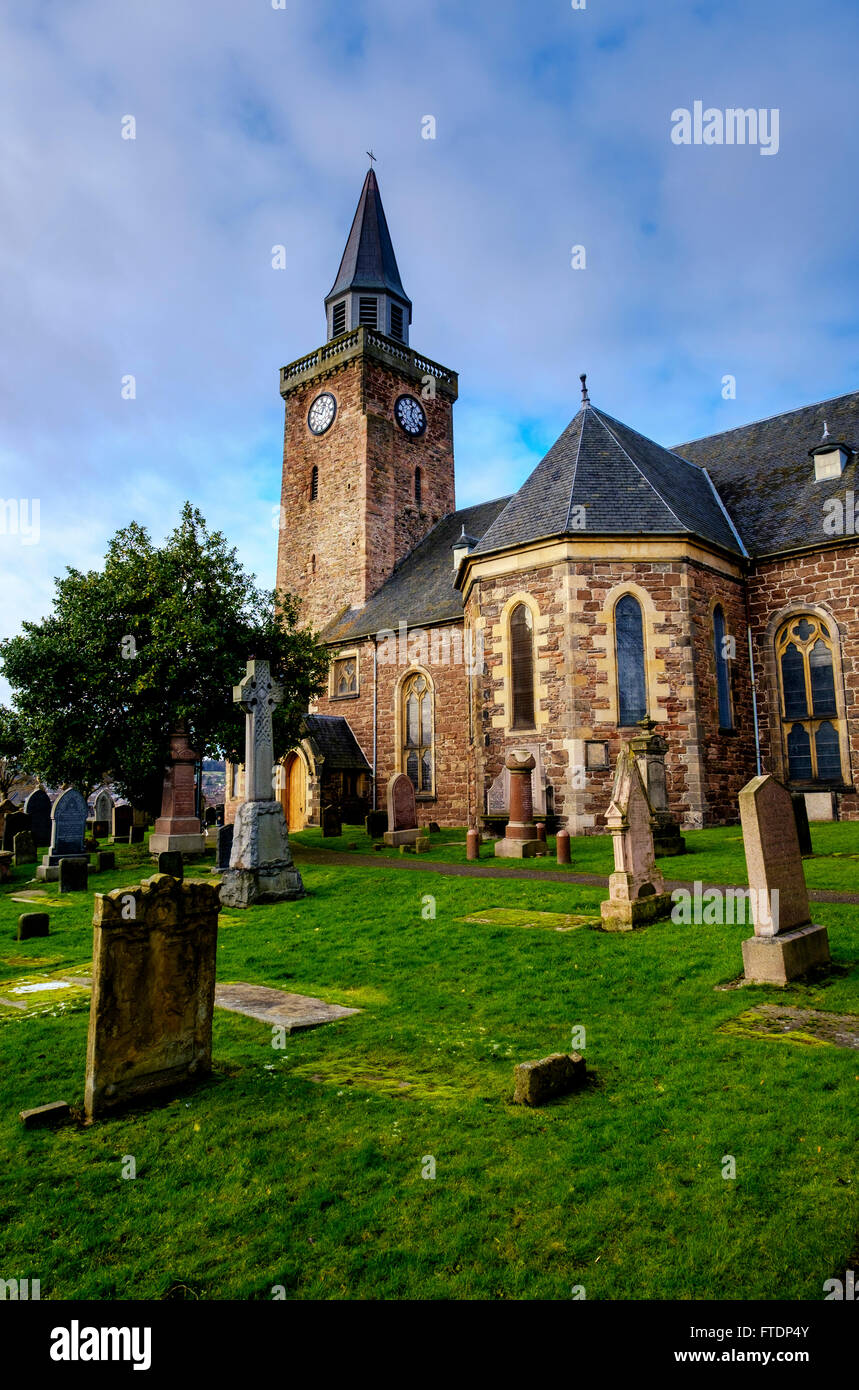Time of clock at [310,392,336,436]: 12:49
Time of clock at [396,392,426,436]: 12:23
